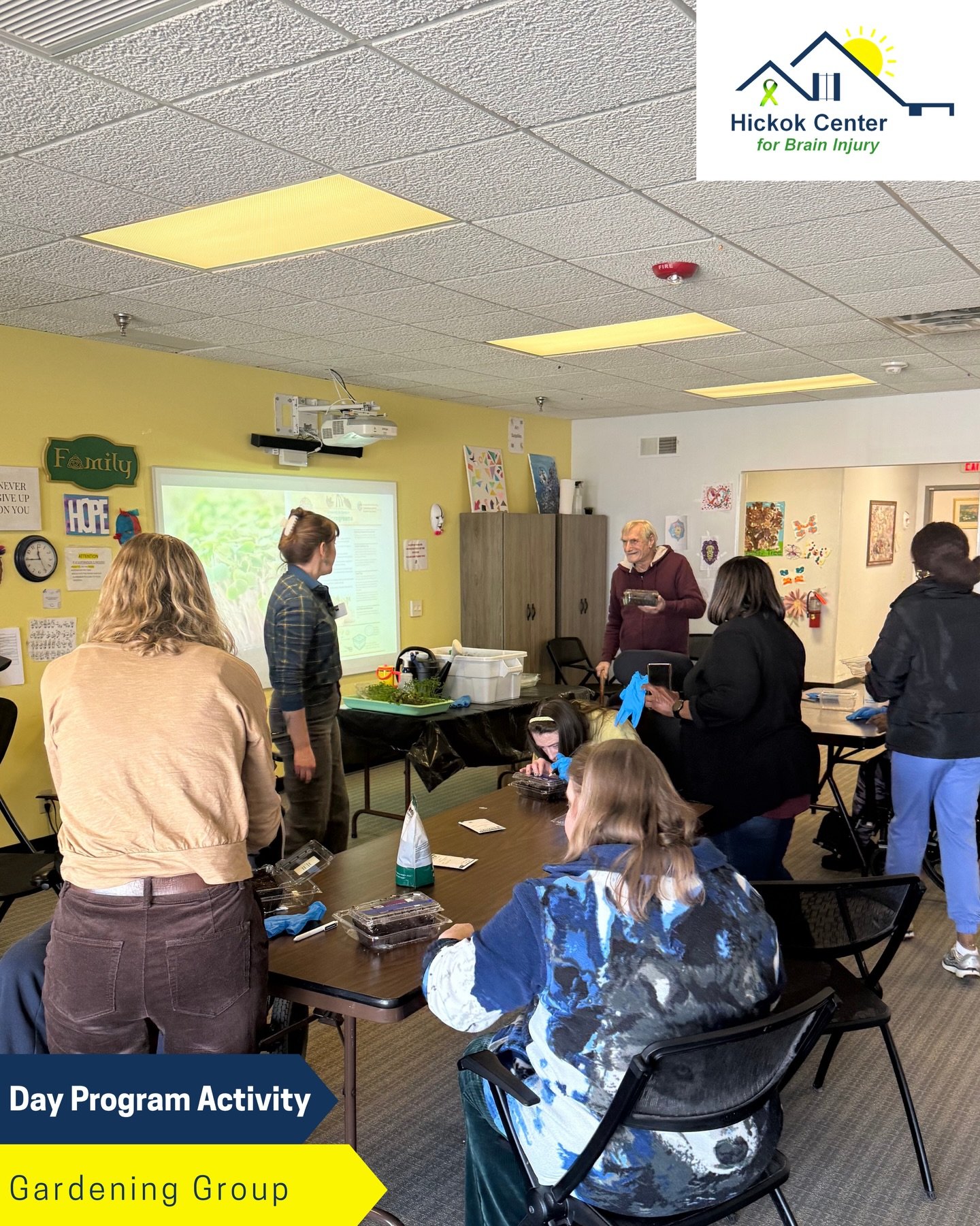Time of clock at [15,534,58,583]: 11:44
